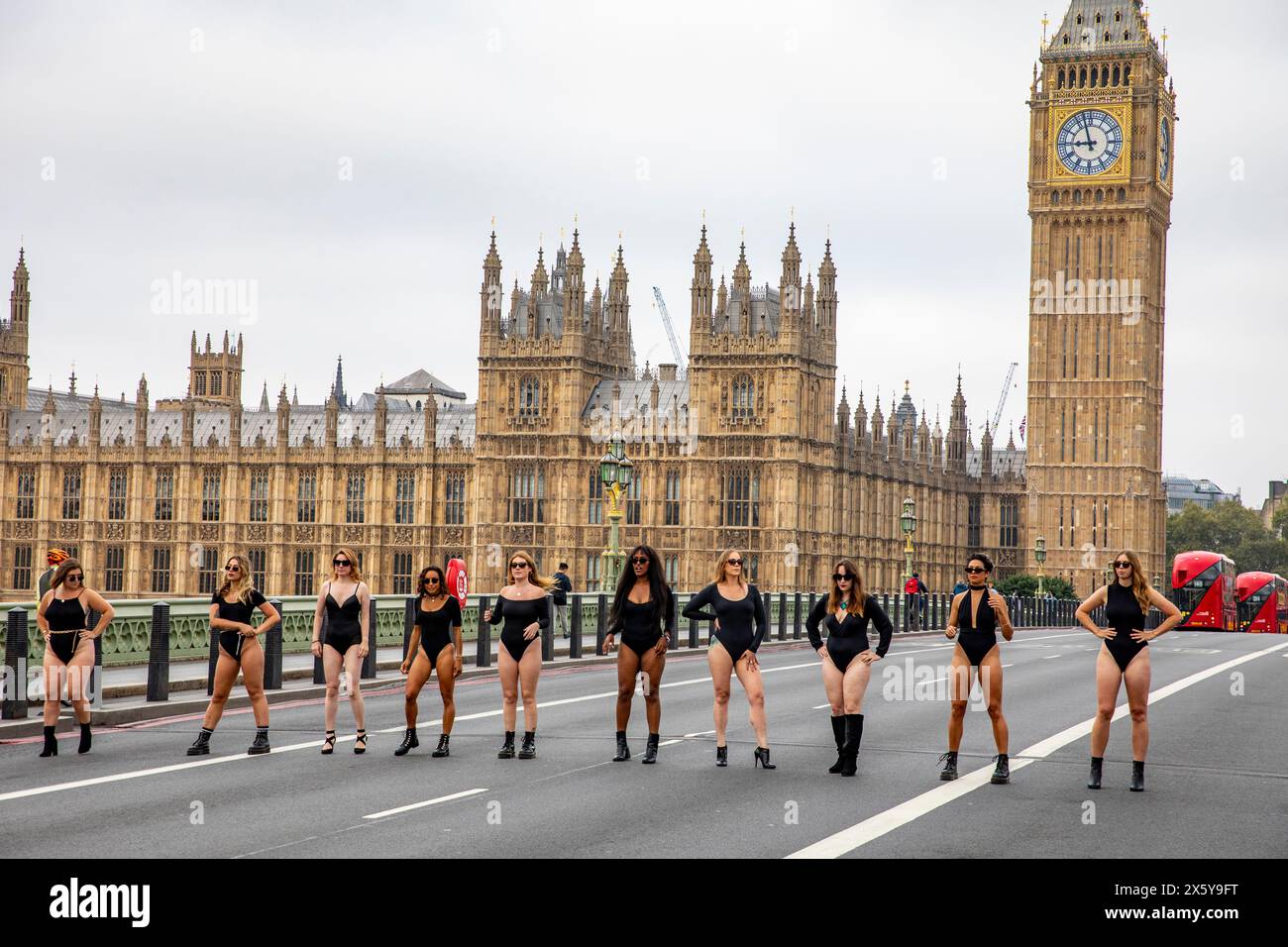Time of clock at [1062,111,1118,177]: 8:57
